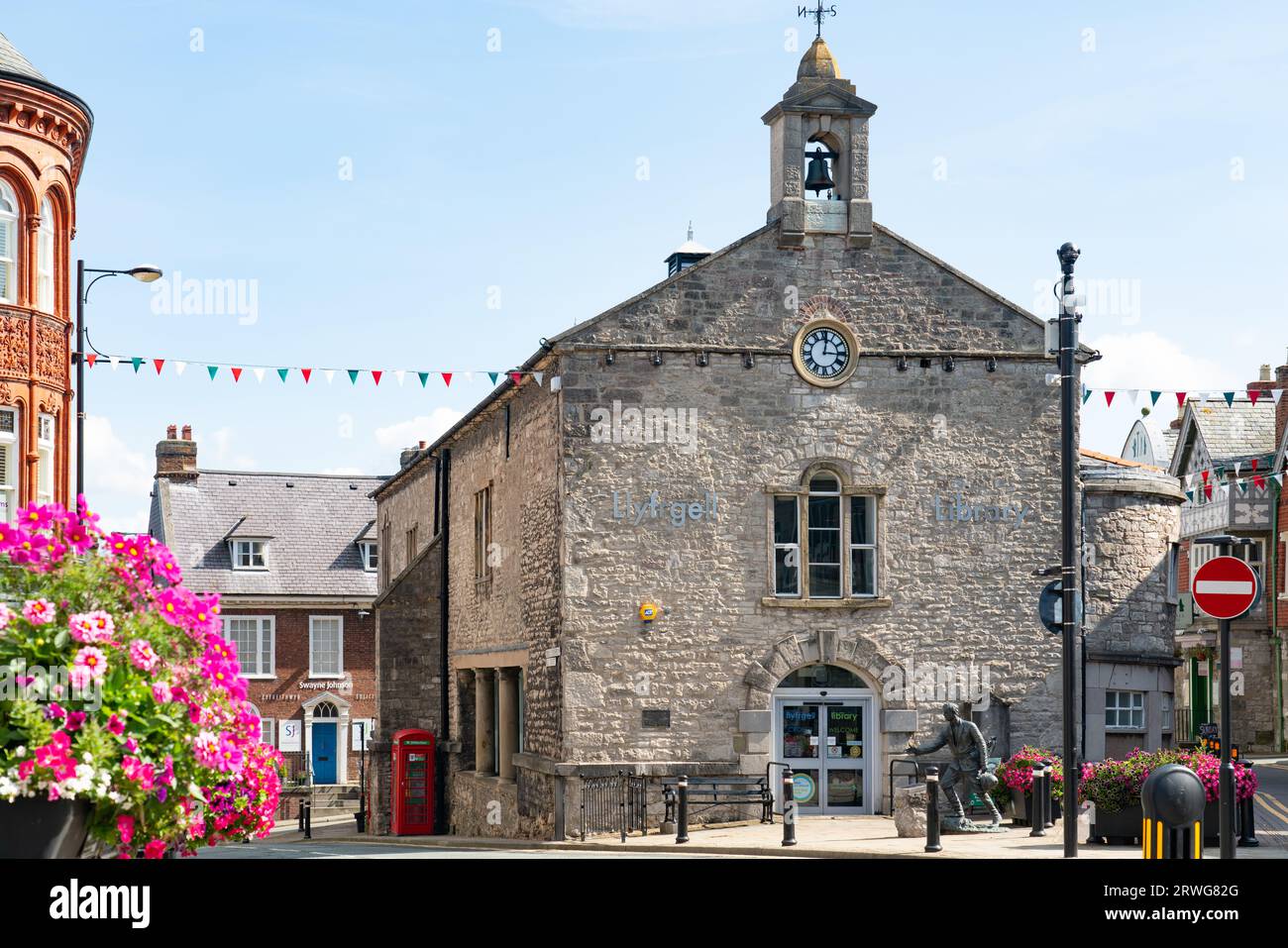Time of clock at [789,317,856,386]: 3:01
